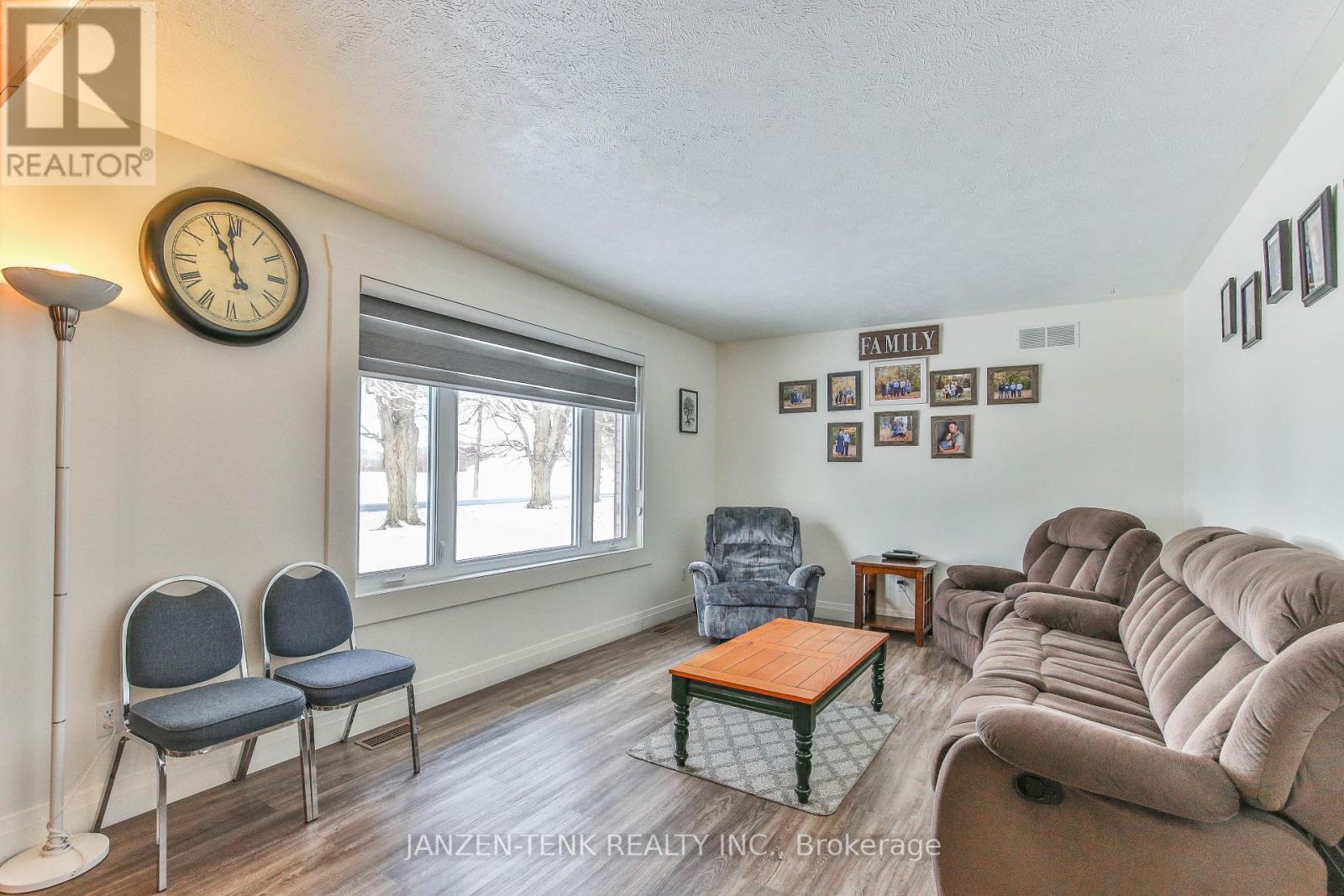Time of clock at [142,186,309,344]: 10:58
